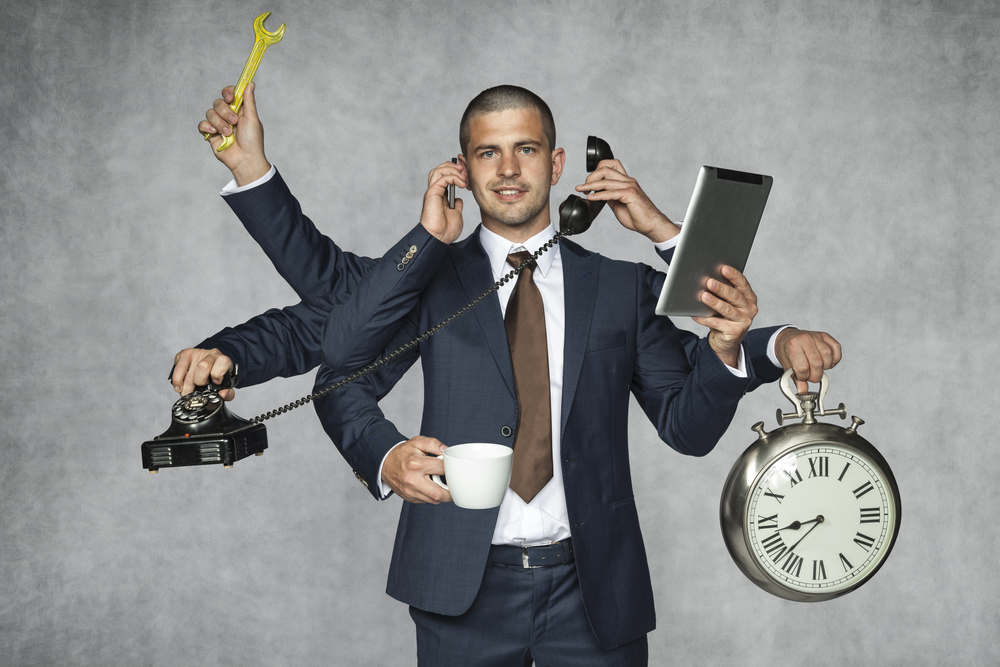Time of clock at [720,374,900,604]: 8:37
